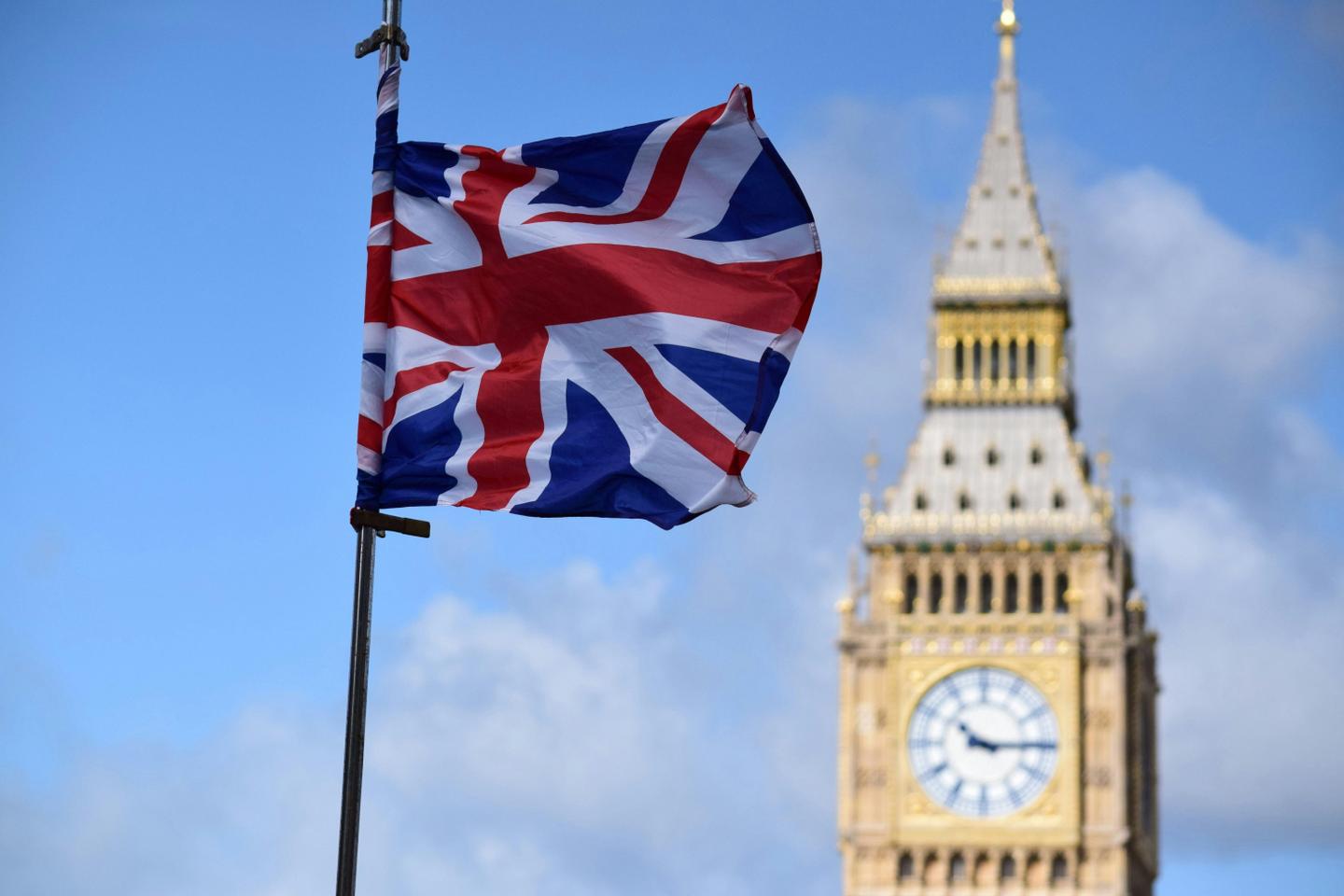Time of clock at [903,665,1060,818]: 10:14
